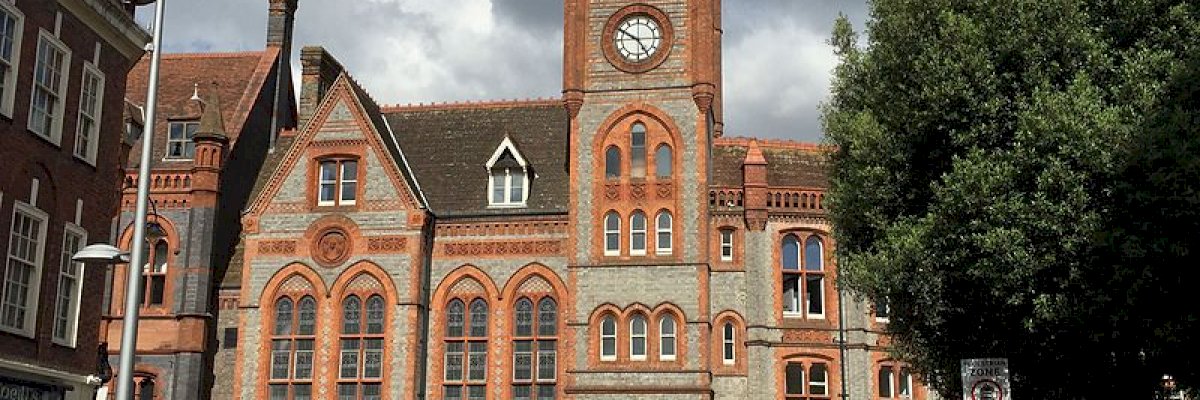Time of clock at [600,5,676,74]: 4:50
